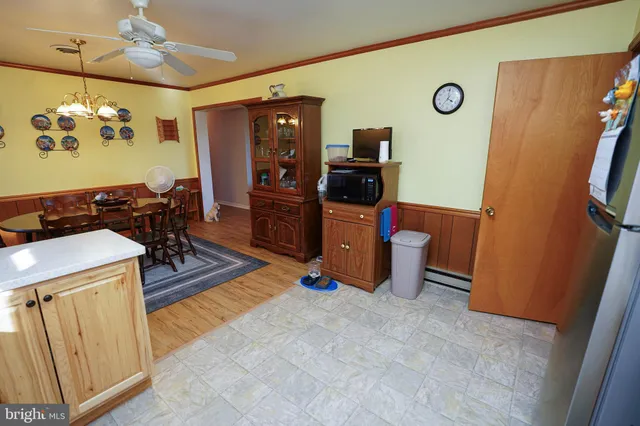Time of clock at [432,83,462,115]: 4:01
